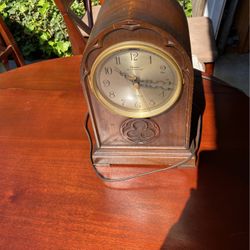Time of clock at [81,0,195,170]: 10:15
